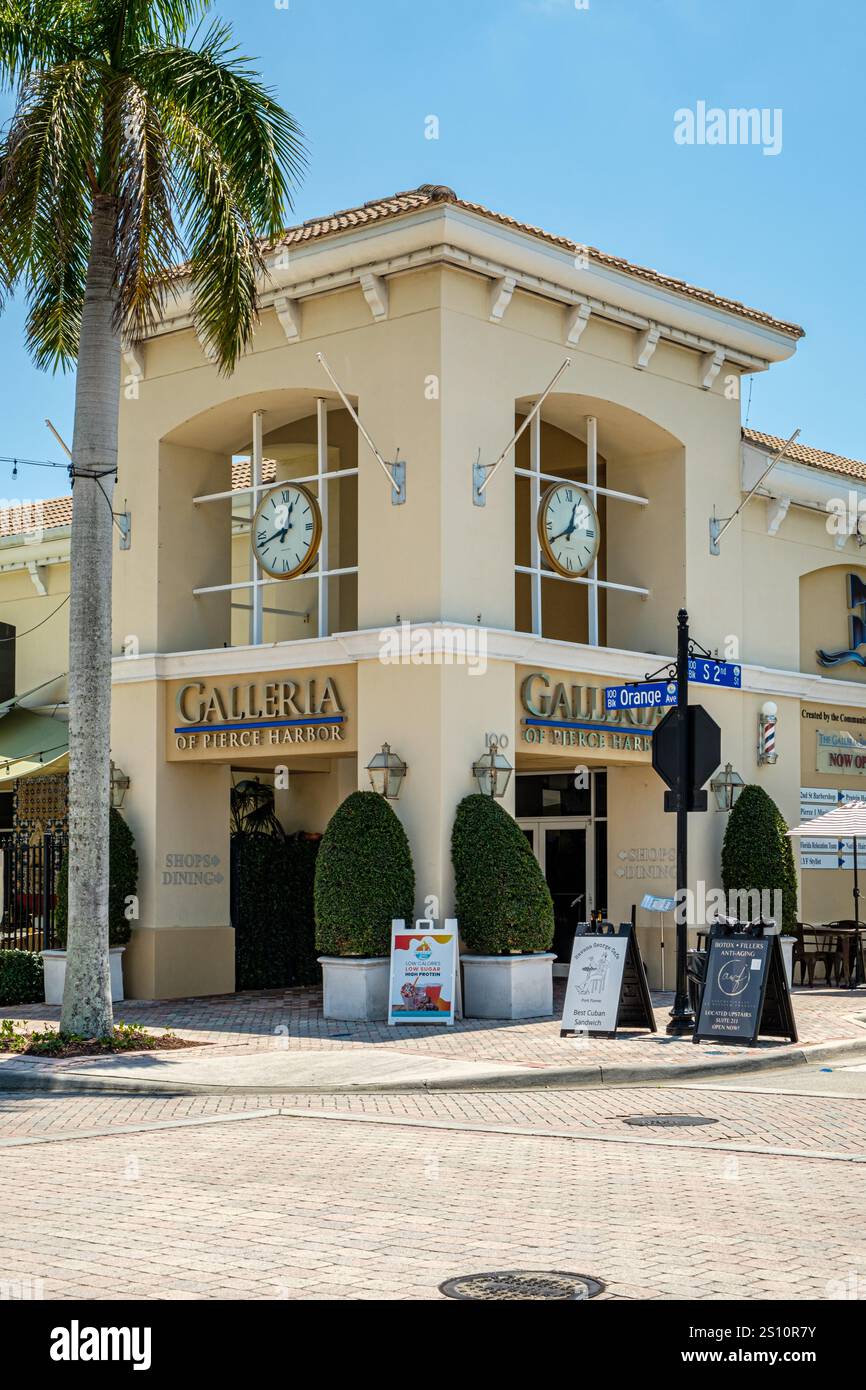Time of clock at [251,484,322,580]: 12:42
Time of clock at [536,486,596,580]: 12:40
